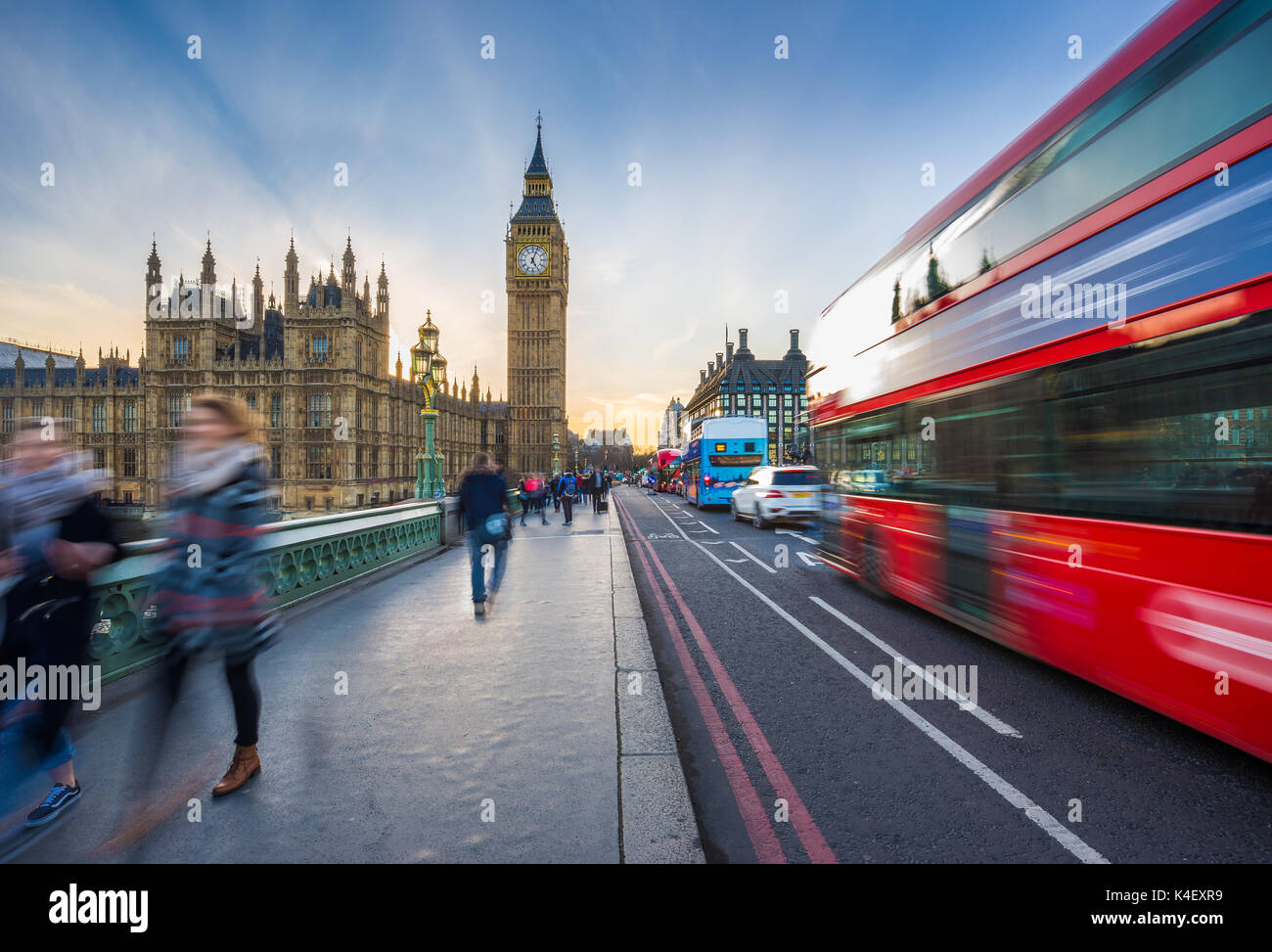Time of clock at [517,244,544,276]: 5:03
